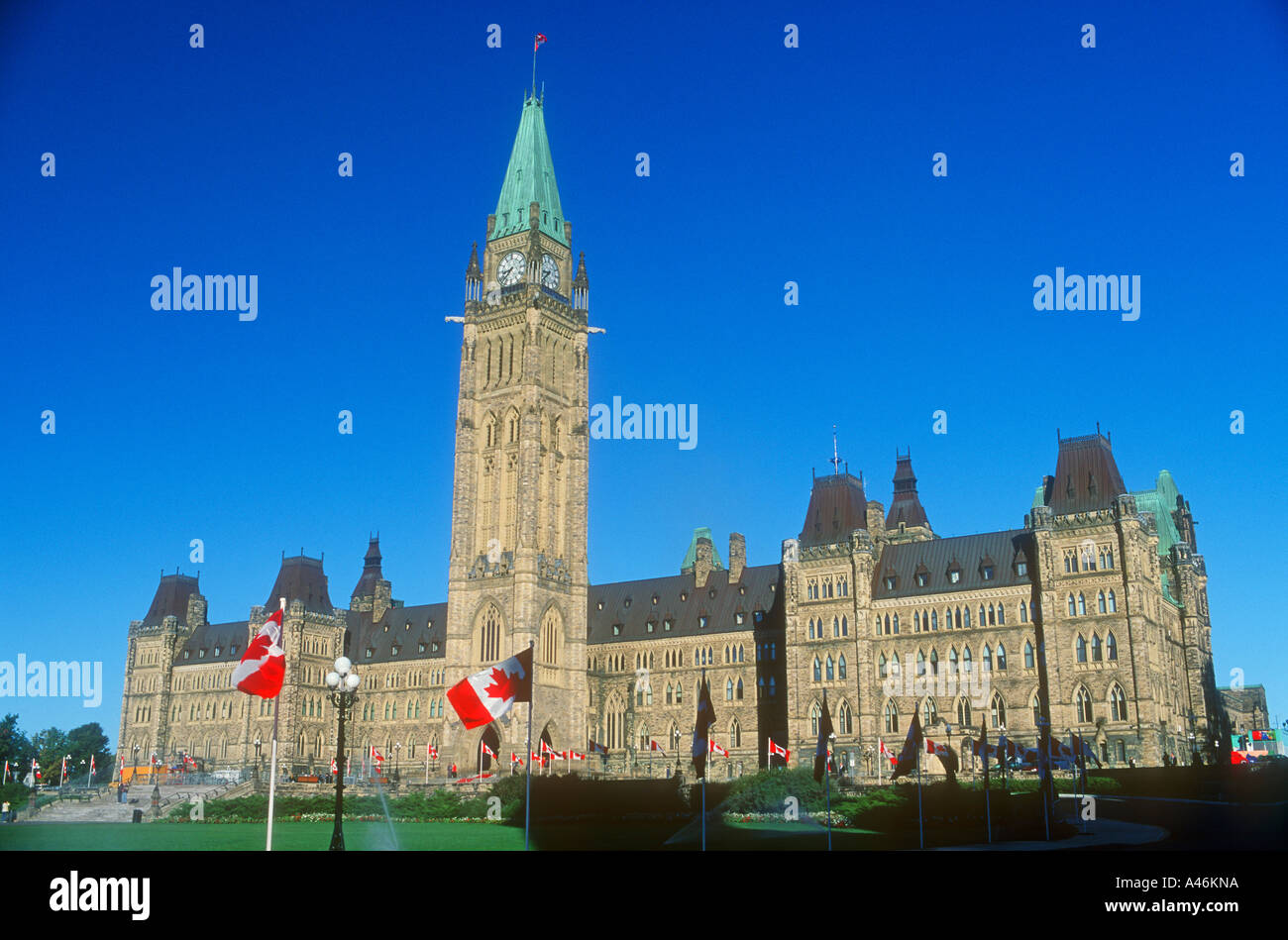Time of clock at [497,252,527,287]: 8:37
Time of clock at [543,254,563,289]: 8:38
